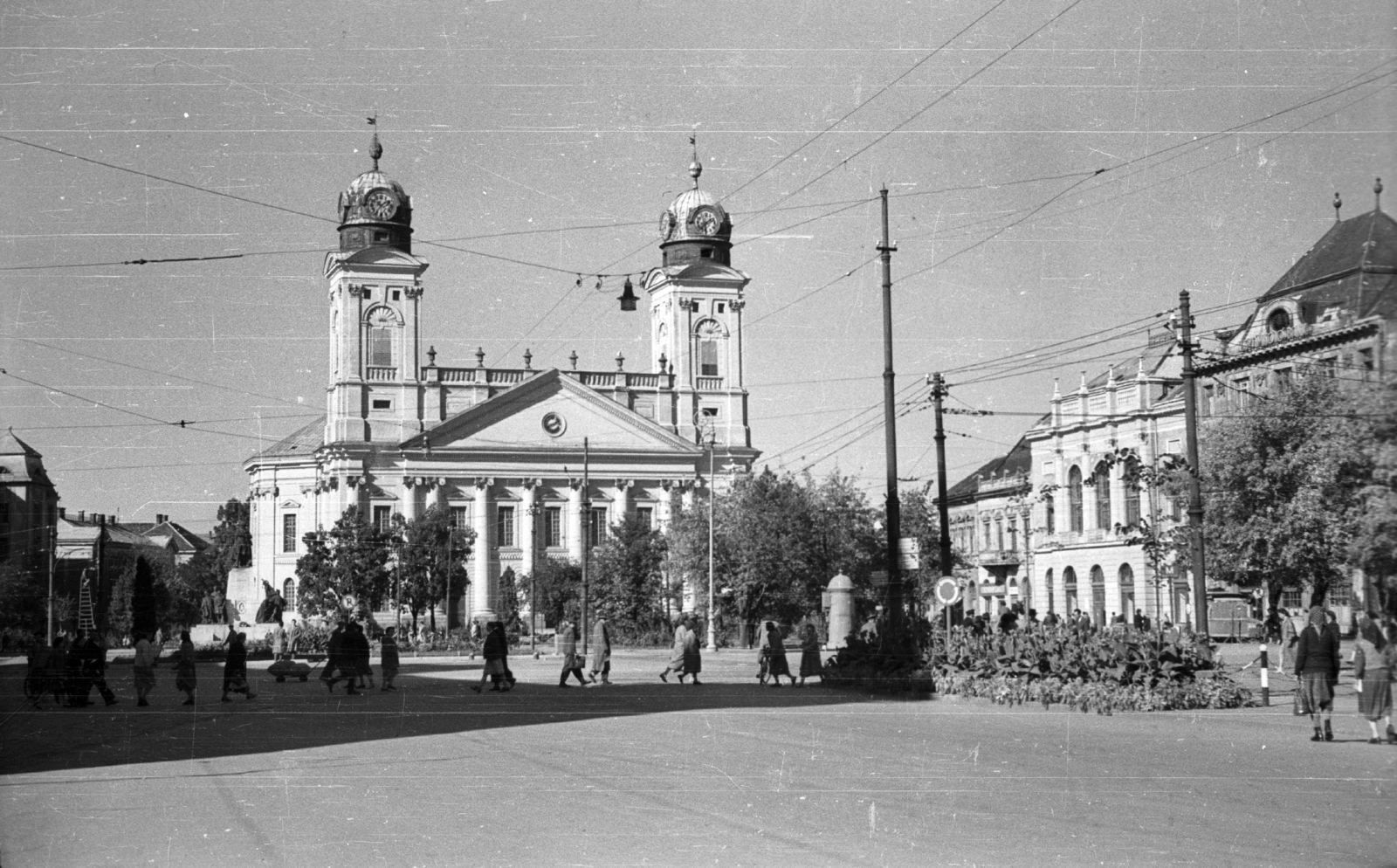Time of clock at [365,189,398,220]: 1:36
